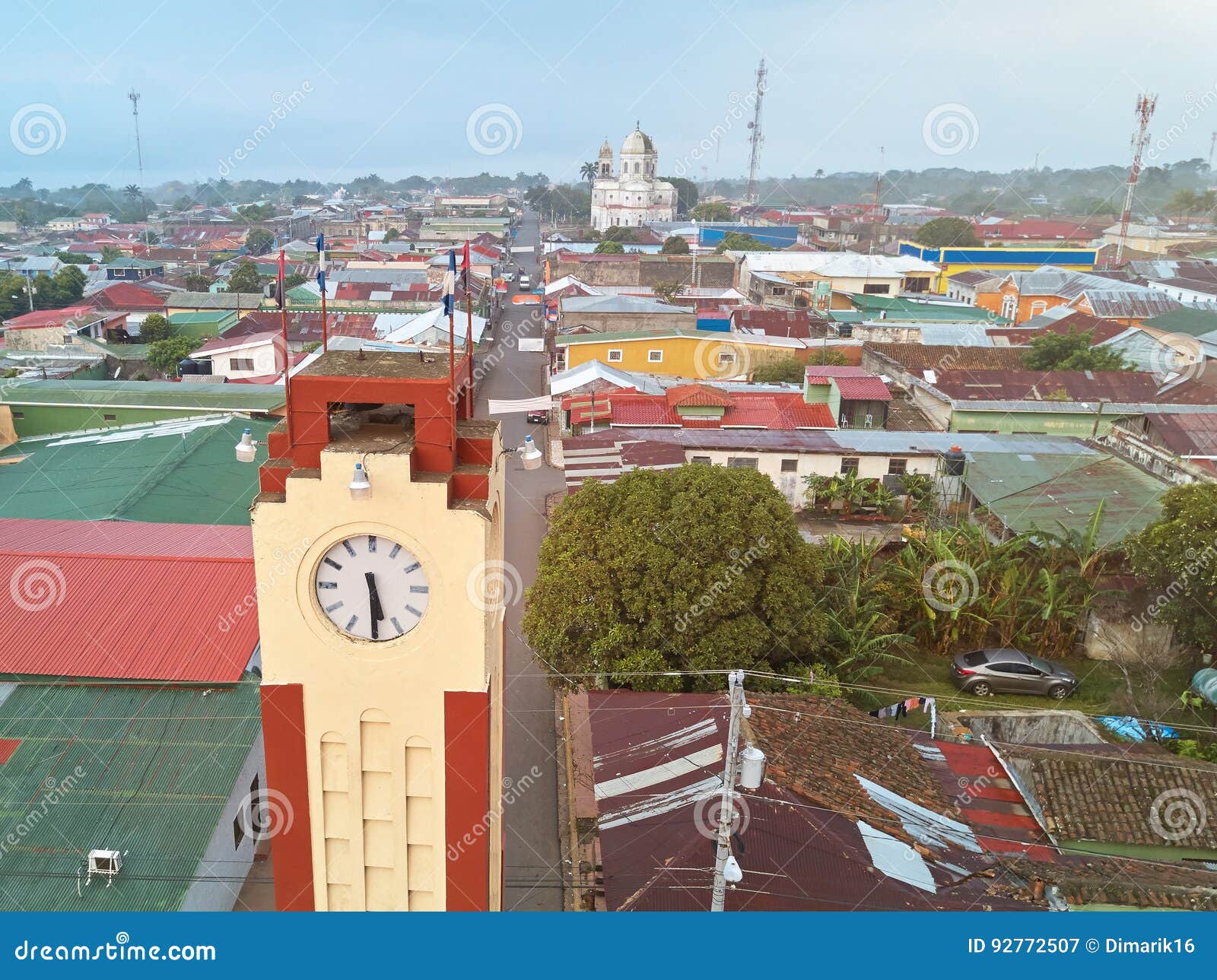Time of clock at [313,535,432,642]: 5:29
